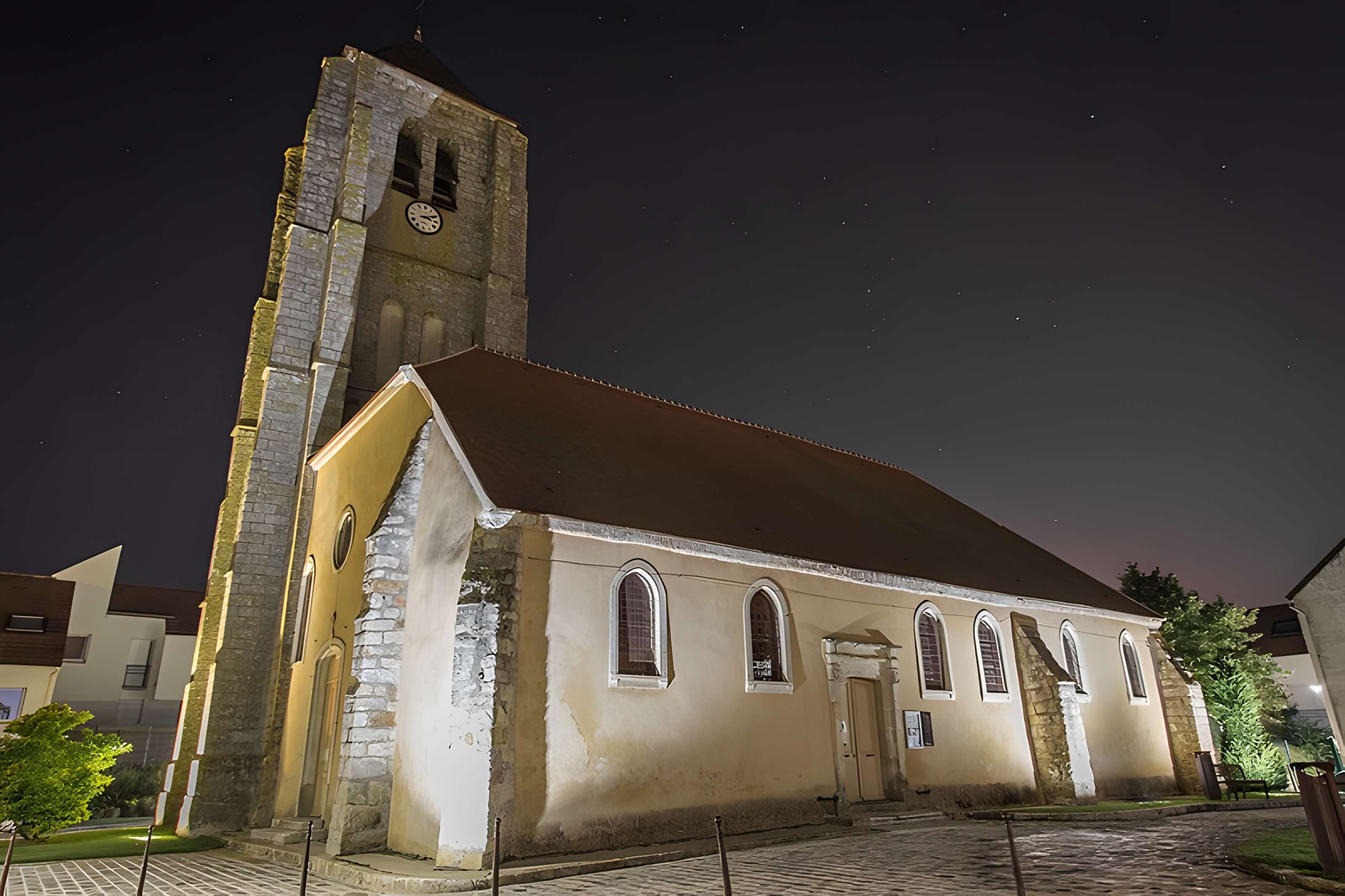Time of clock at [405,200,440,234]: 3:11
